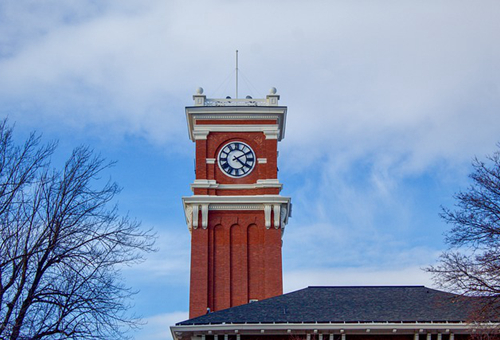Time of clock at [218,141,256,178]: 4:10
